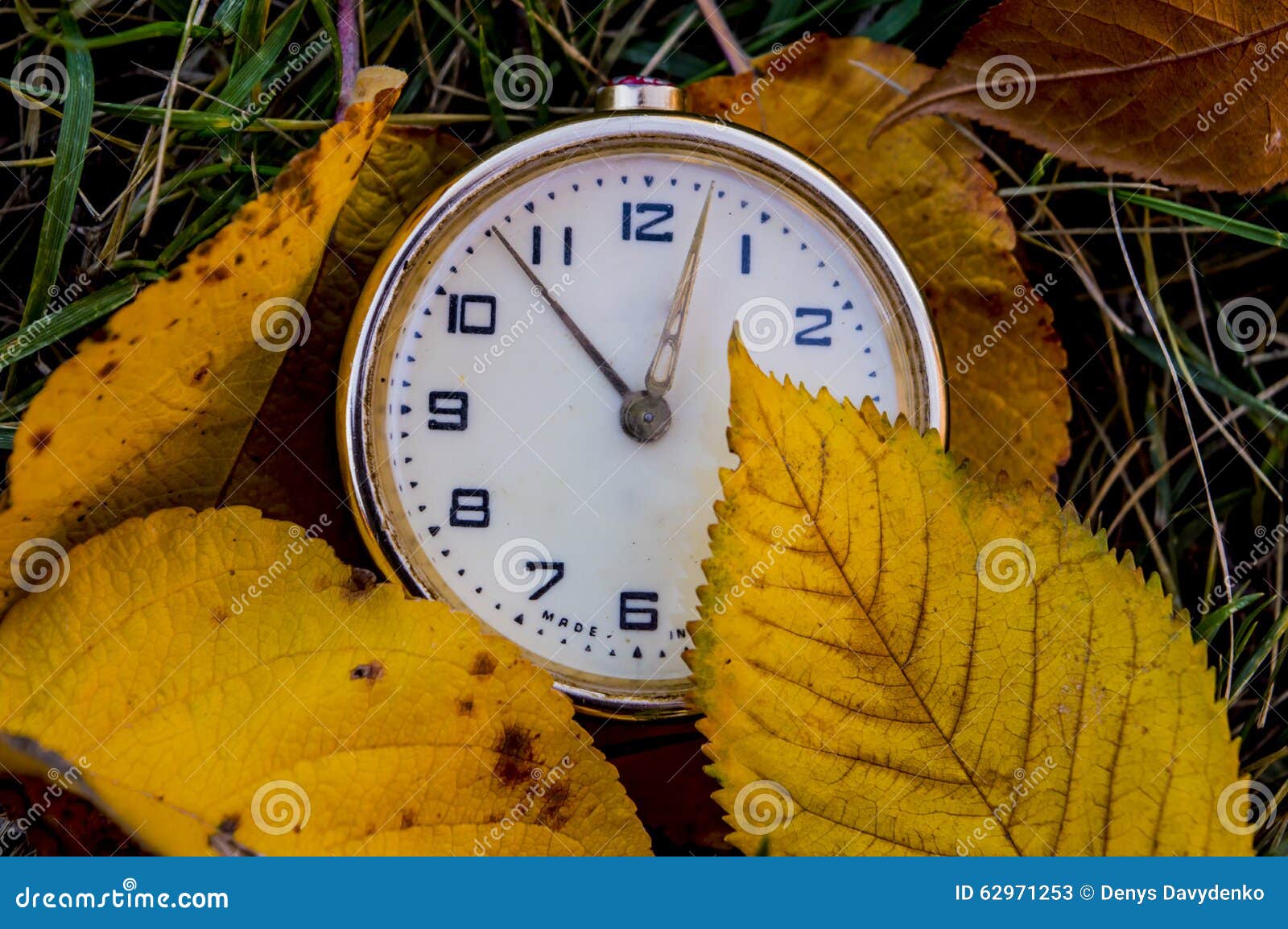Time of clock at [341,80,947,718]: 12:53
